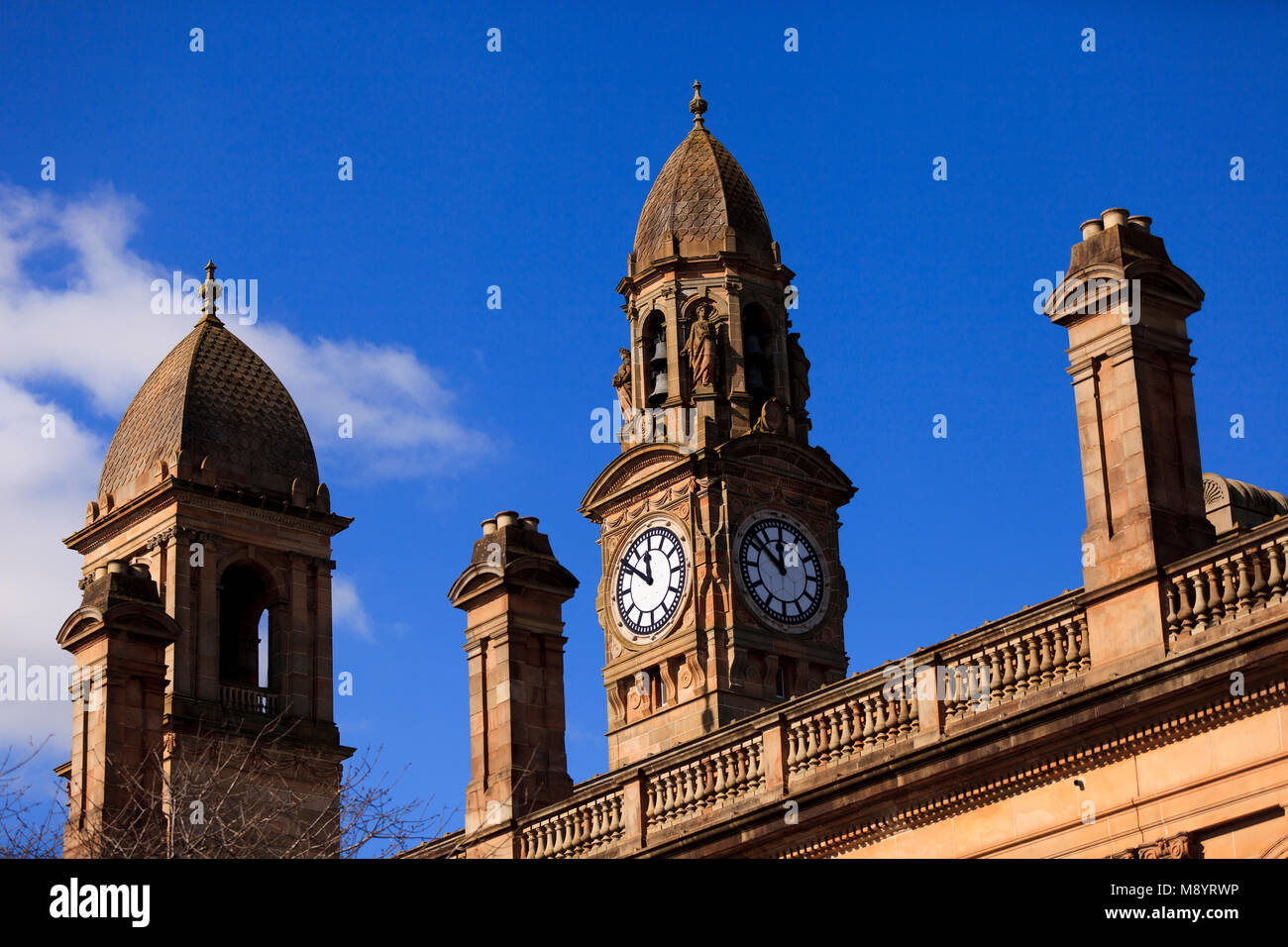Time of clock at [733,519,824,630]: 11:51
